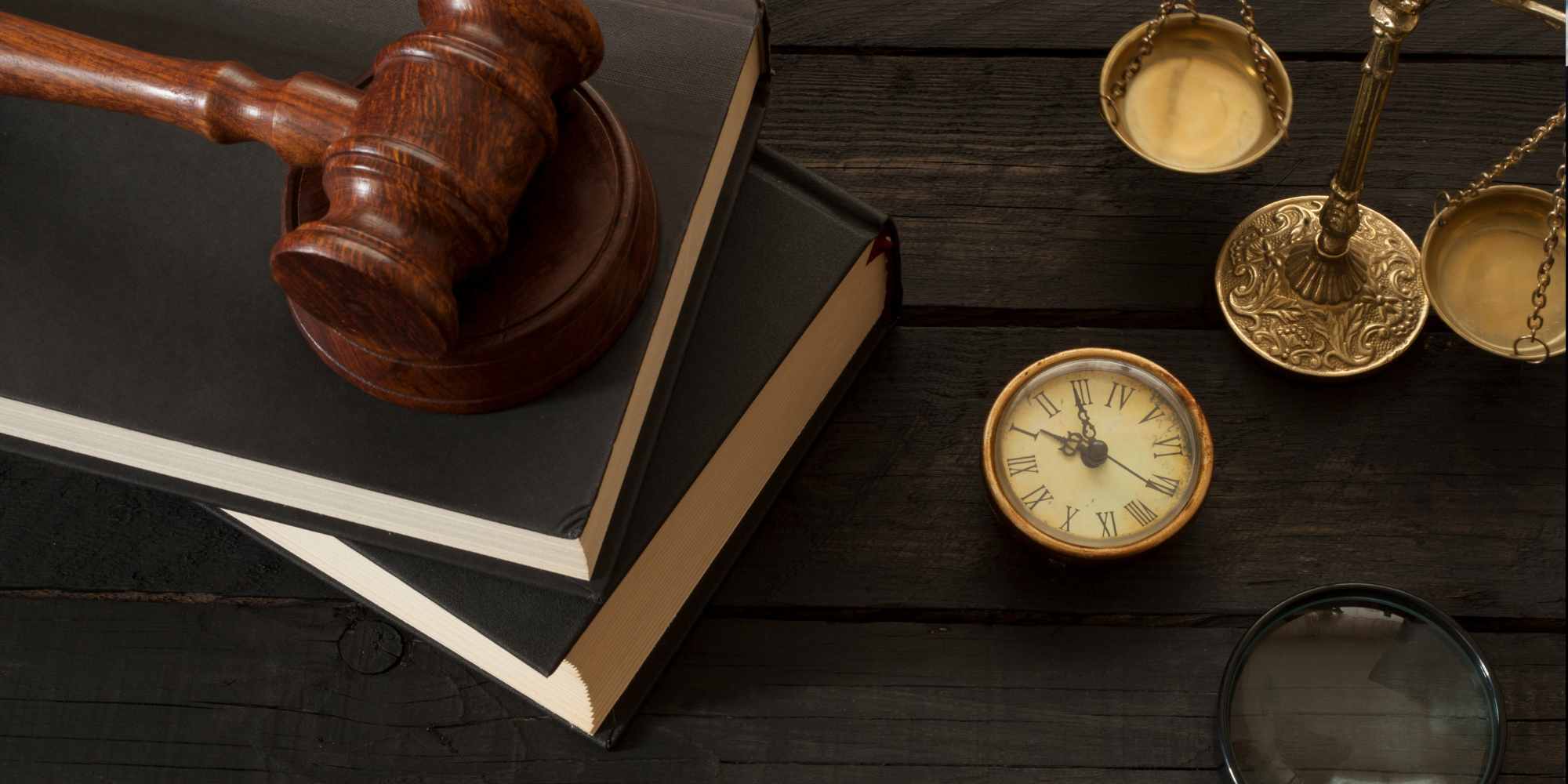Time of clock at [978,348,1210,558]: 9:59
